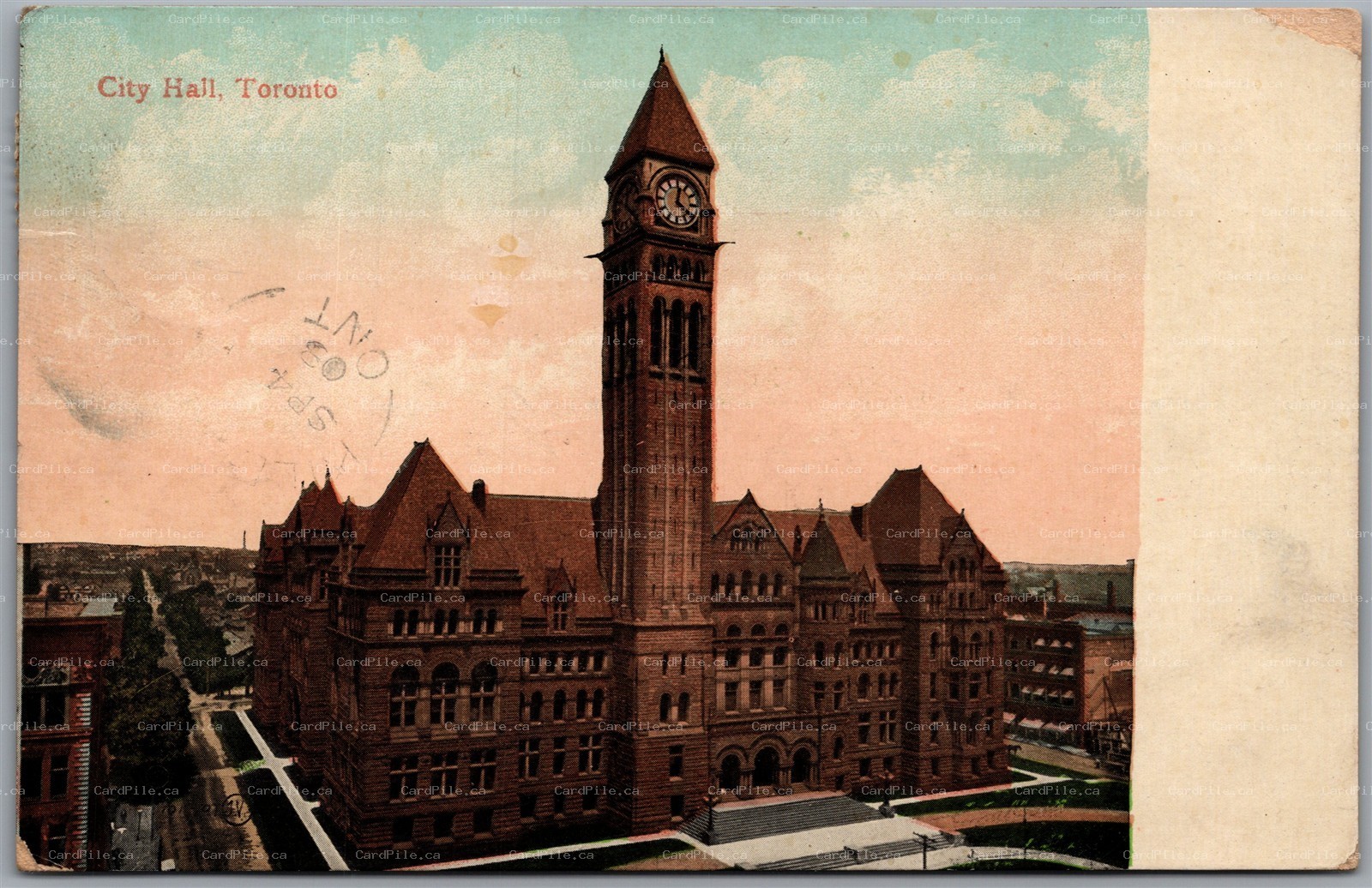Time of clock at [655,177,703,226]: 12:21
